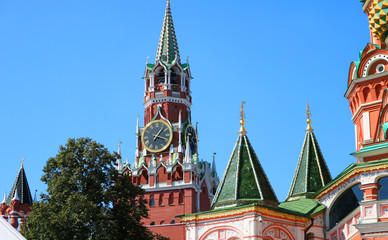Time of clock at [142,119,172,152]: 1:18
